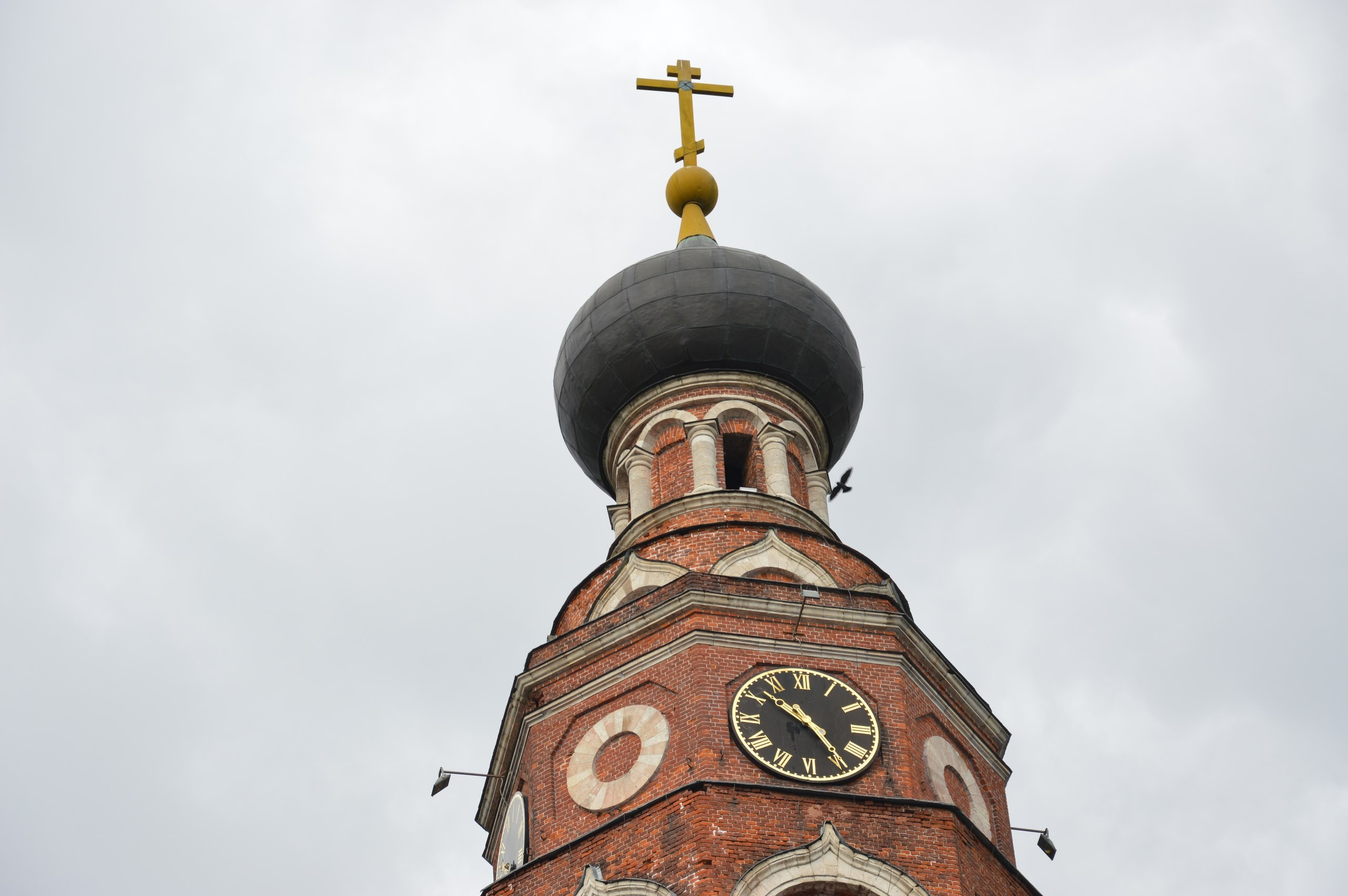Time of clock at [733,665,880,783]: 10:24
